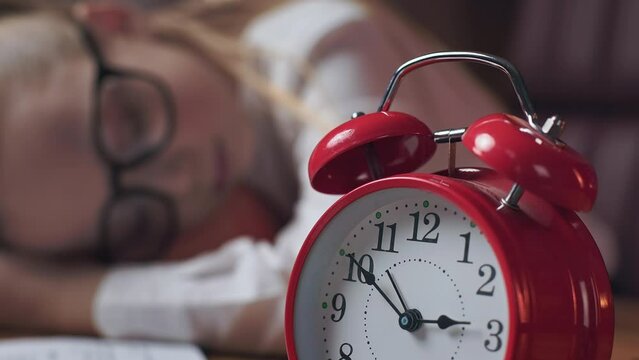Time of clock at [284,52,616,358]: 2:50
